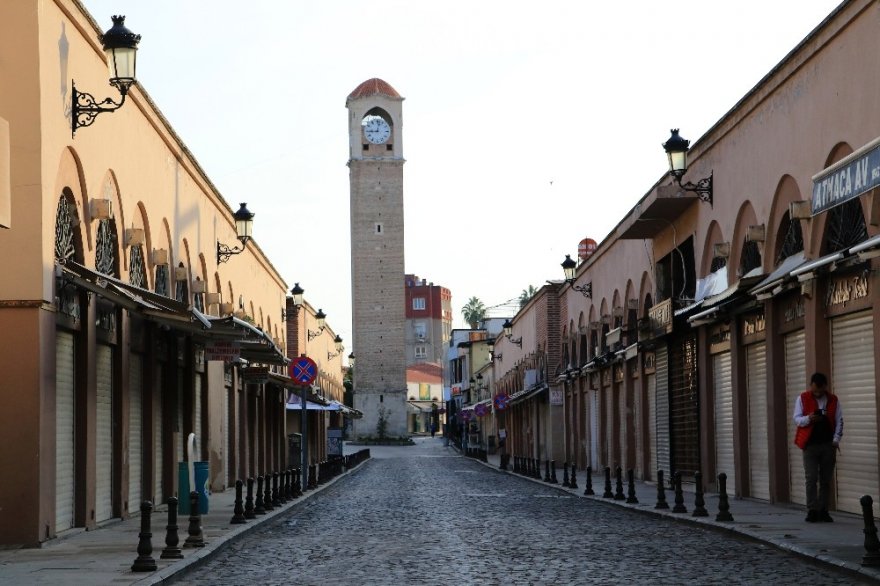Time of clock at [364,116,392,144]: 9:02
